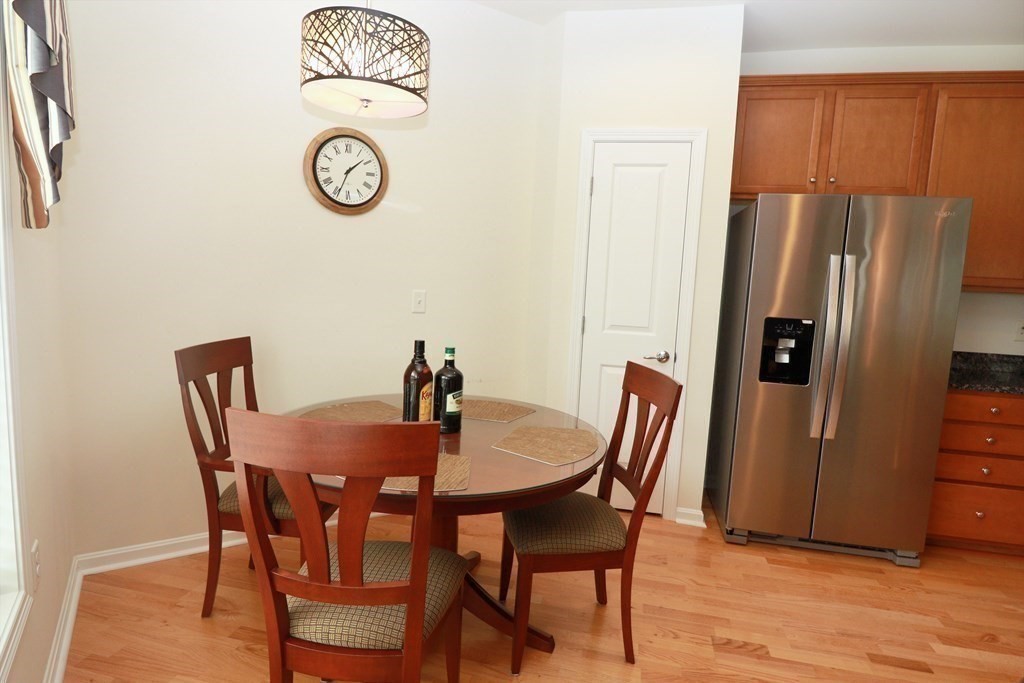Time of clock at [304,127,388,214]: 1:34
